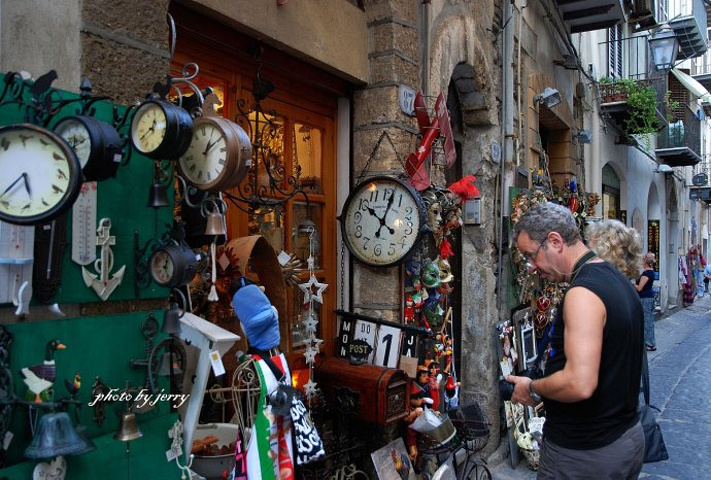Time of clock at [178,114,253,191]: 1:10
